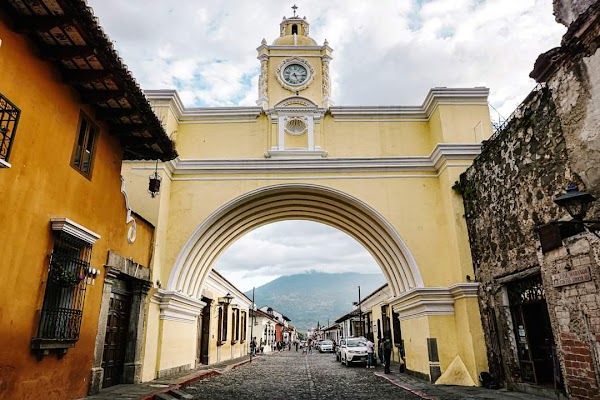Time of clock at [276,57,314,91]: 5:14
